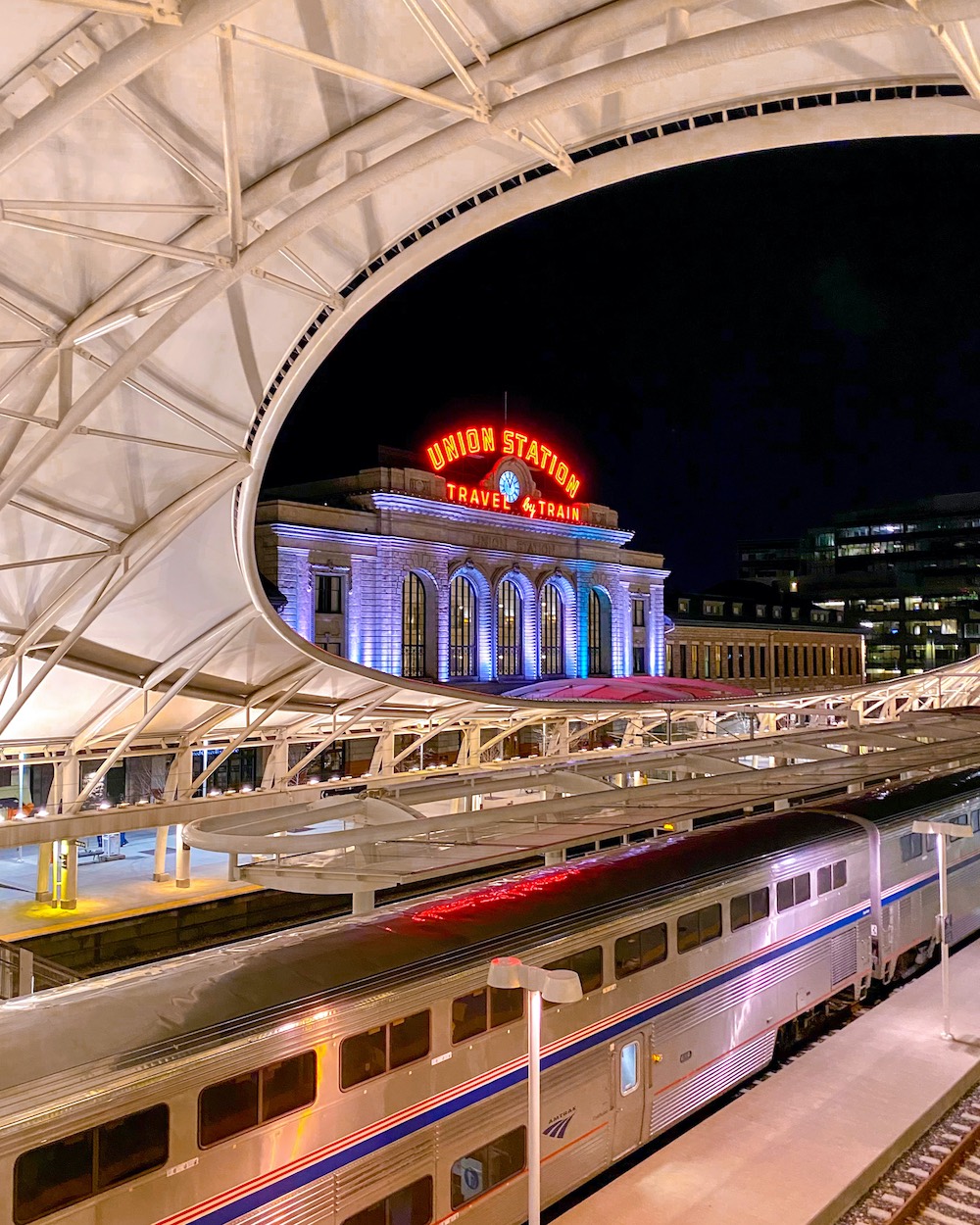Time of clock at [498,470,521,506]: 11:04
